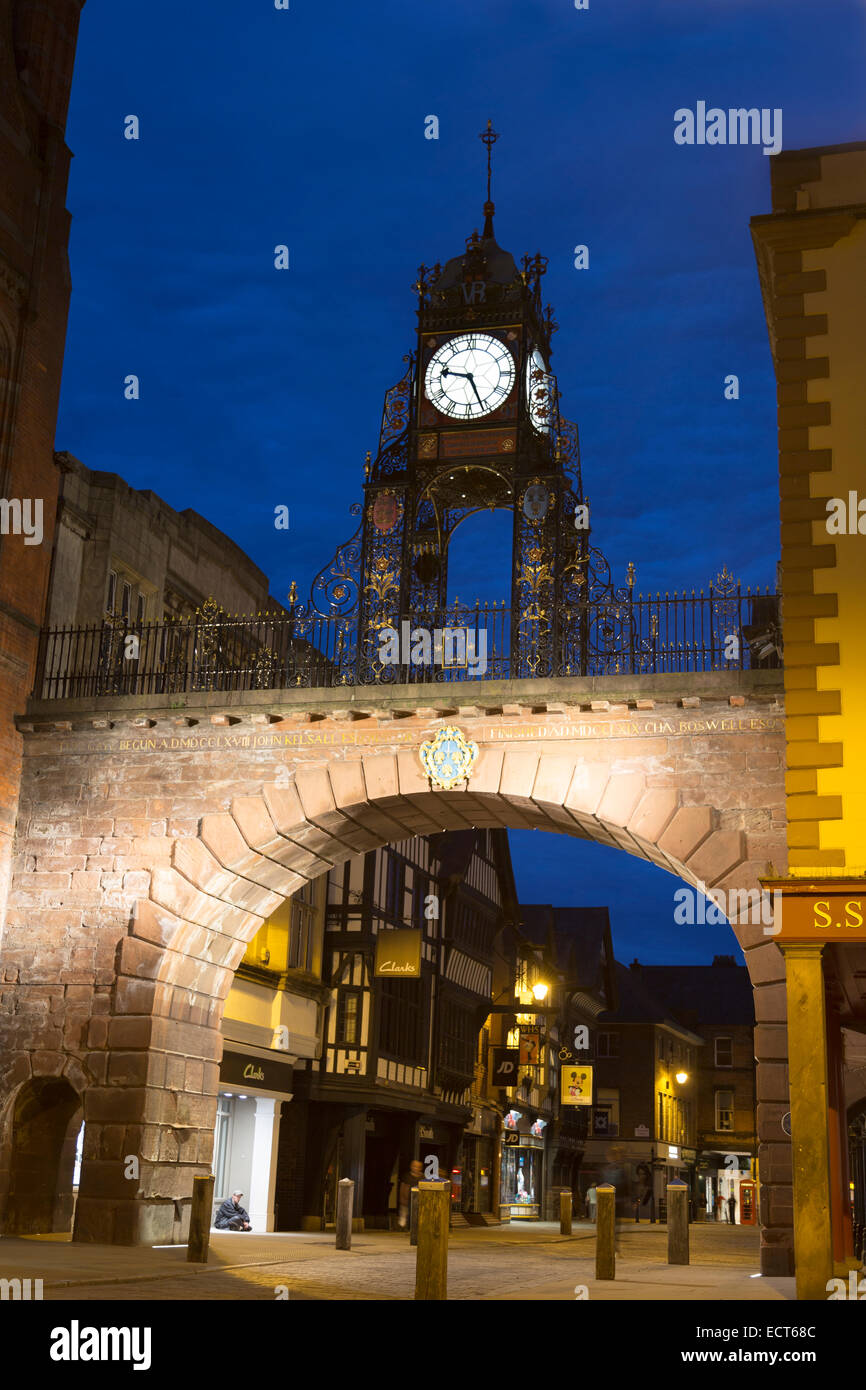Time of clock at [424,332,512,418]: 9:26
